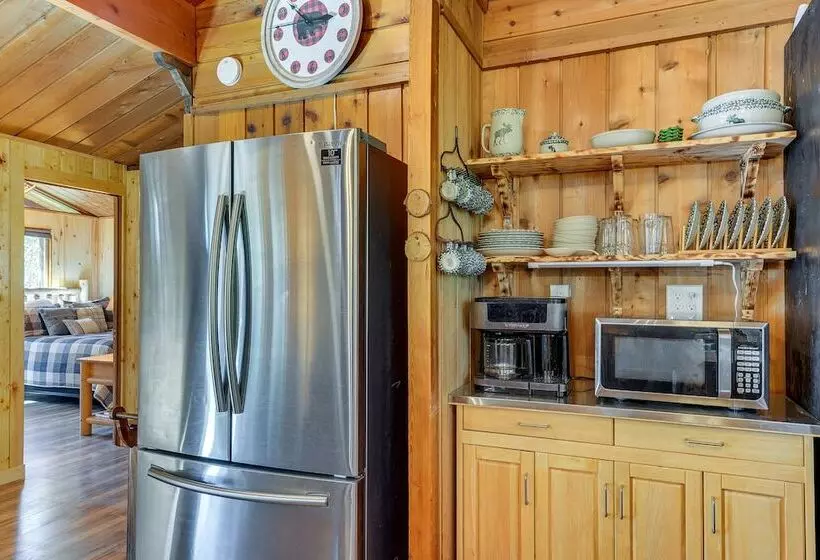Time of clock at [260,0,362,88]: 2:53
